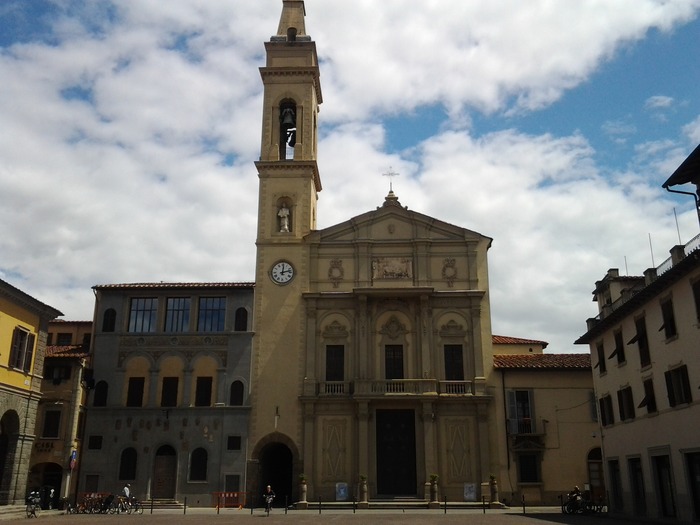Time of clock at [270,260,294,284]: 12:12
